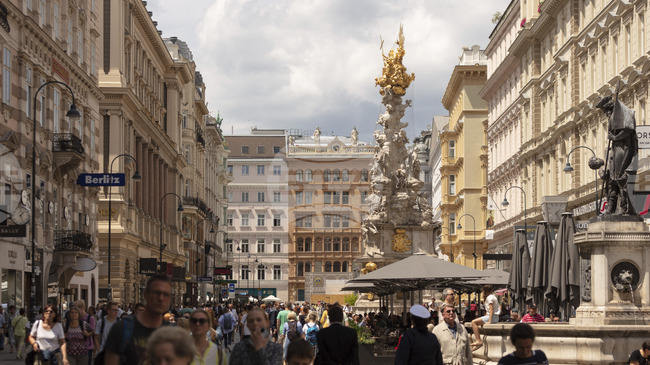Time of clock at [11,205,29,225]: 1:26
